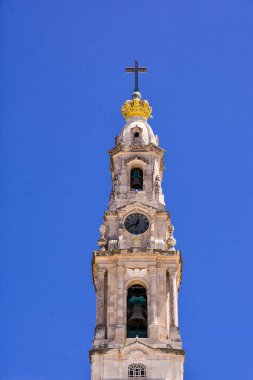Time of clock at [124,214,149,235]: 12:41
